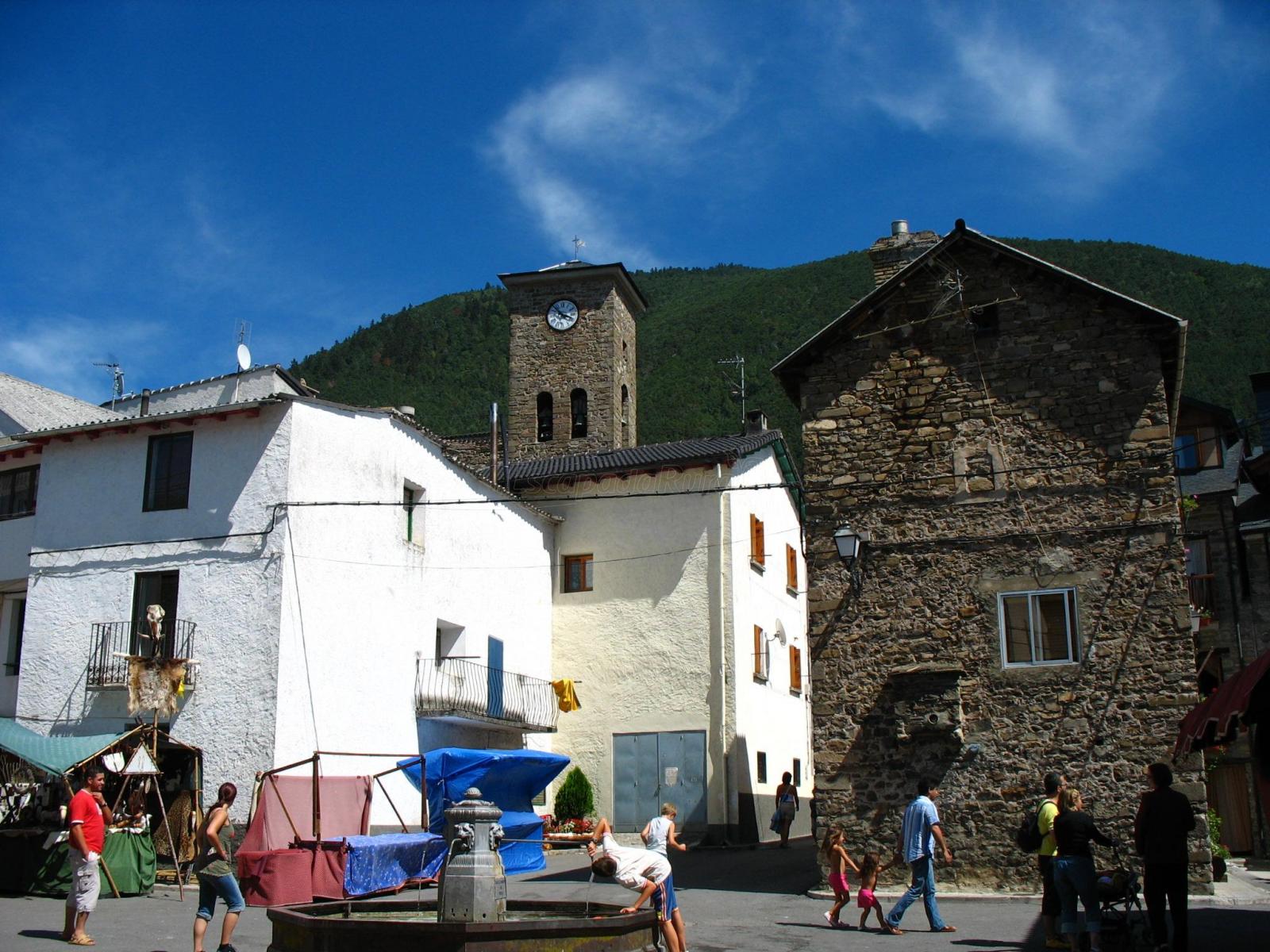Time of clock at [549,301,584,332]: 3:52
